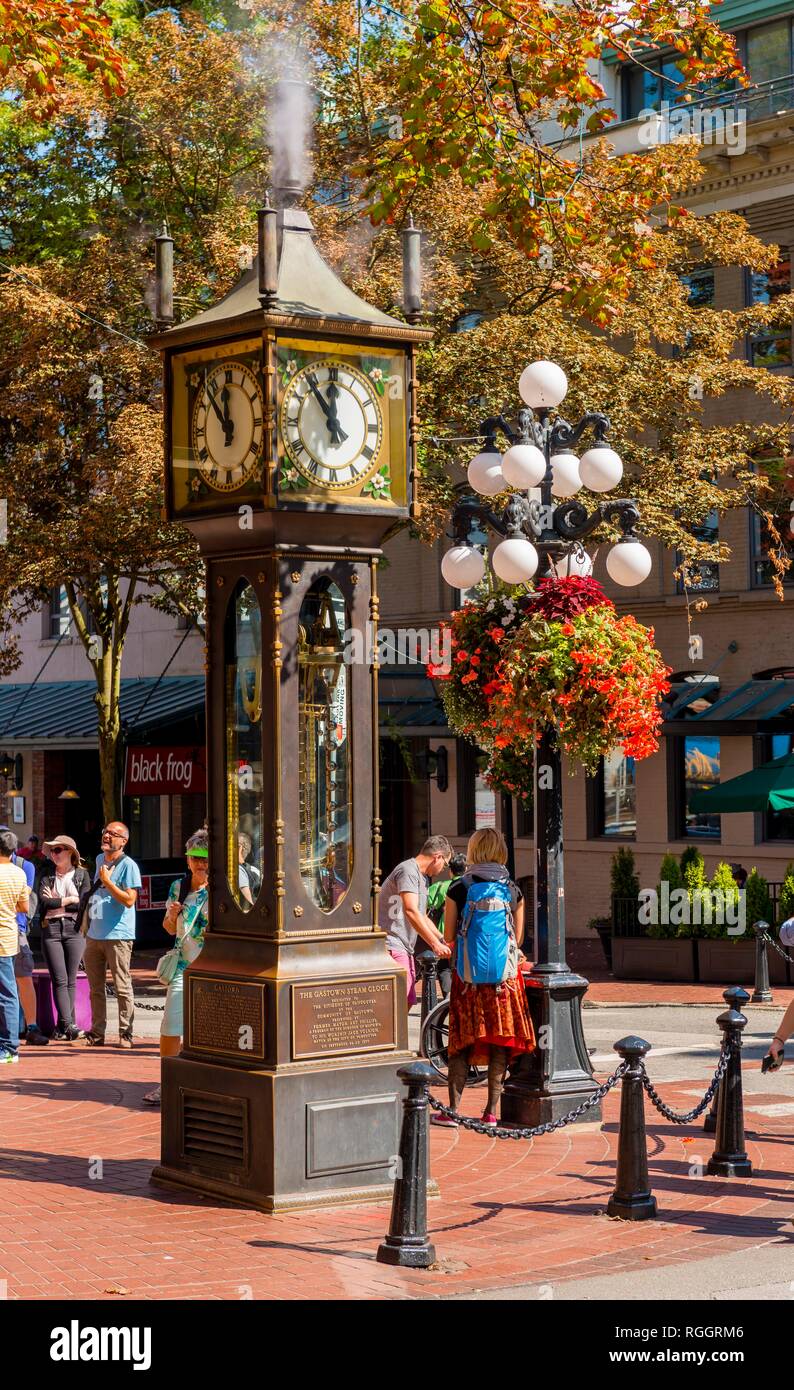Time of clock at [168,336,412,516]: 11:53
